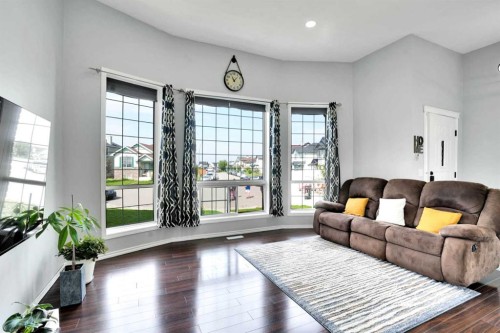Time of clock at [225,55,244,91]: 11:07
